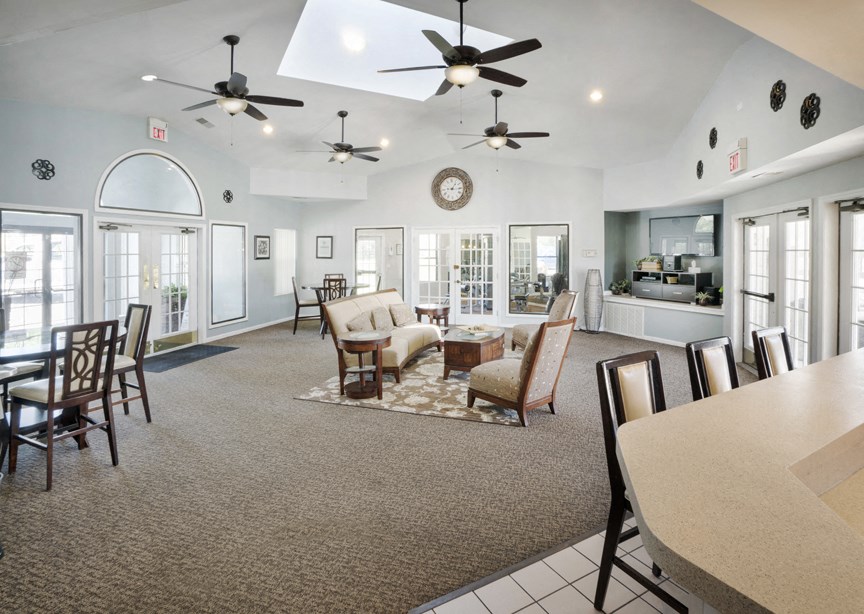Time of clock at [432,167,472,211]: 1:13
